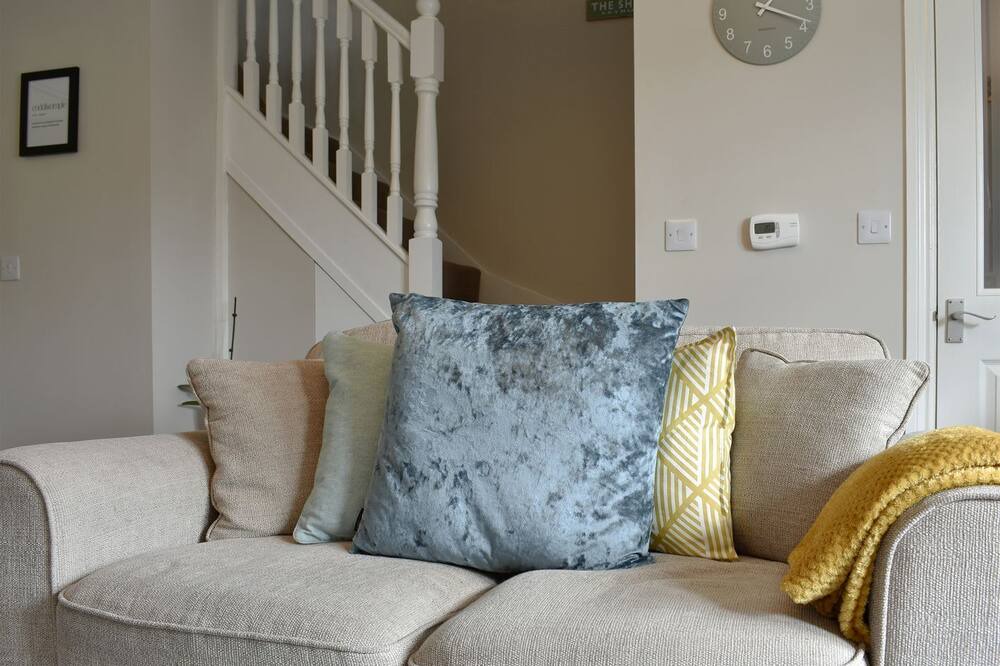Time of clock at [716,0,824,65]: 1:18
